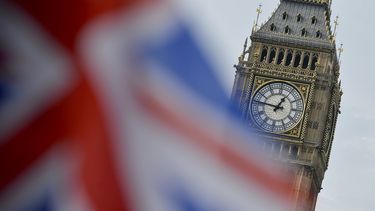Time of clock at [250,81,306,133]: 12:46
